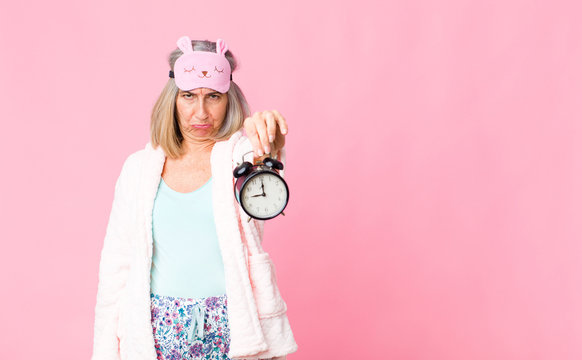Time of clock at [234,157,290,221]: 9:00
